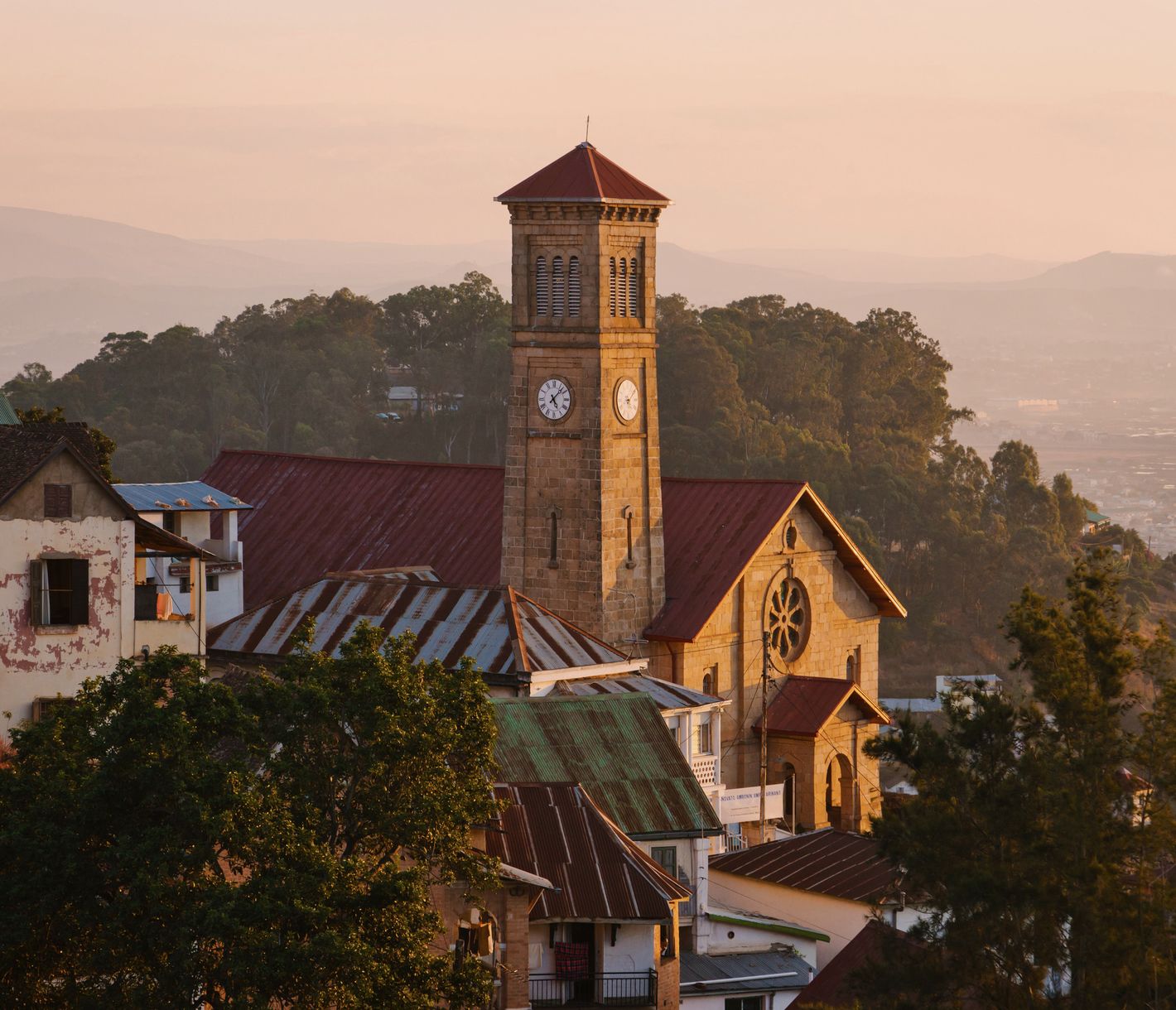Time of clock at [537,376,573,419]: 5:07
